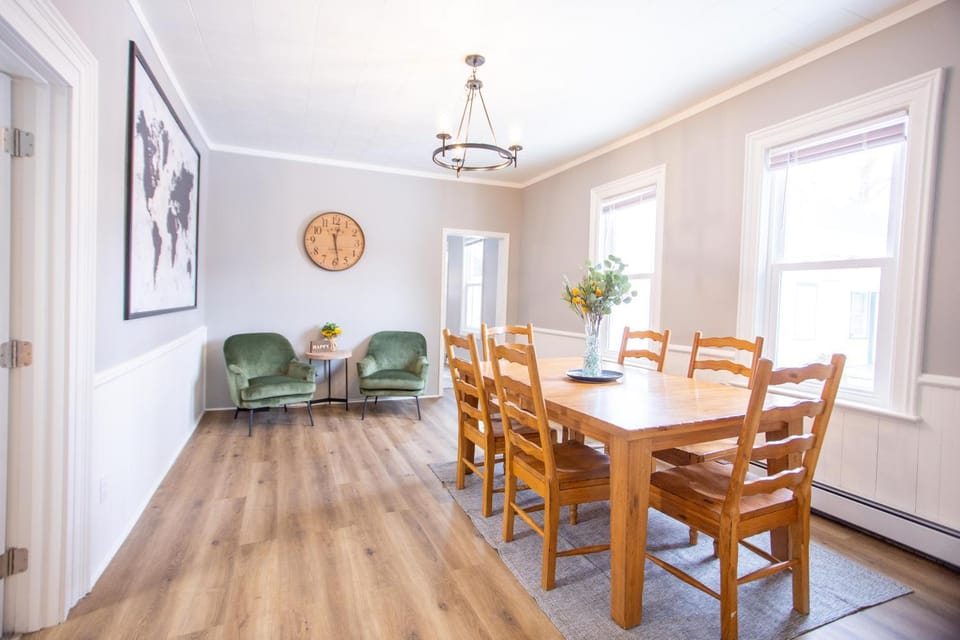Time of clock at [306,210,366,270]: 12:28
